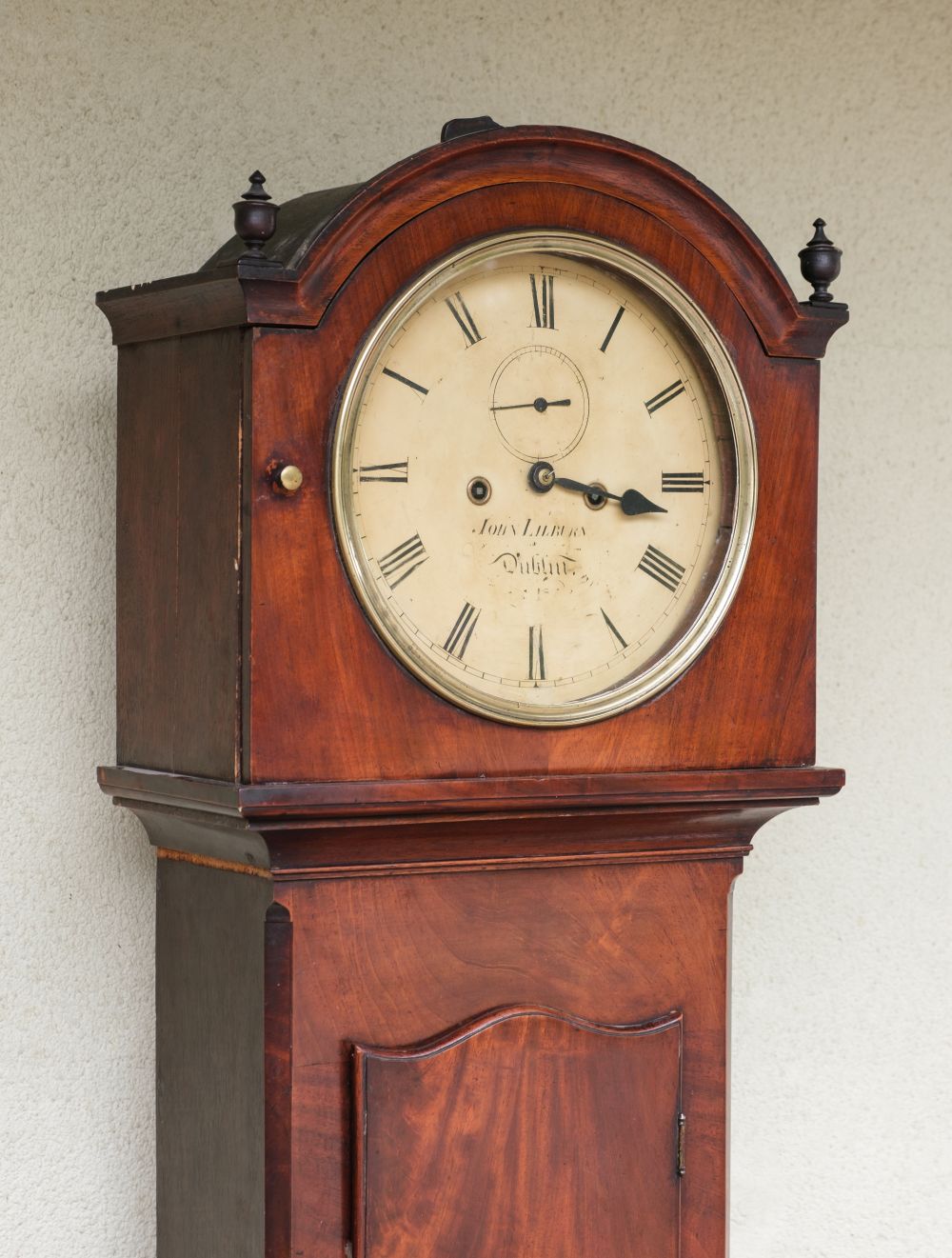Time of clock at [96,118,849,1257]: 3:16
